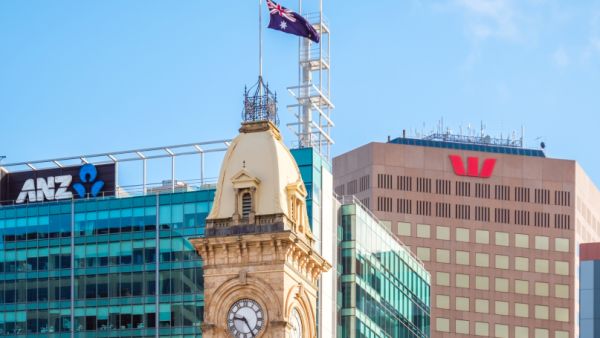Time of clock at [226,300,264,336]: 9:24
